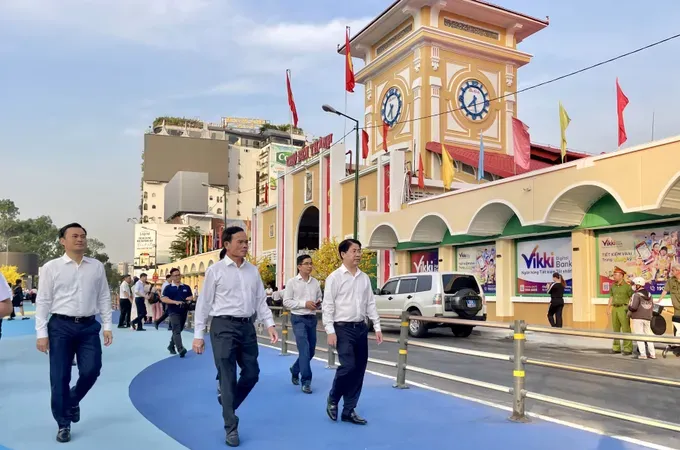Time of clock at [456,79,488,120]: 7:28
